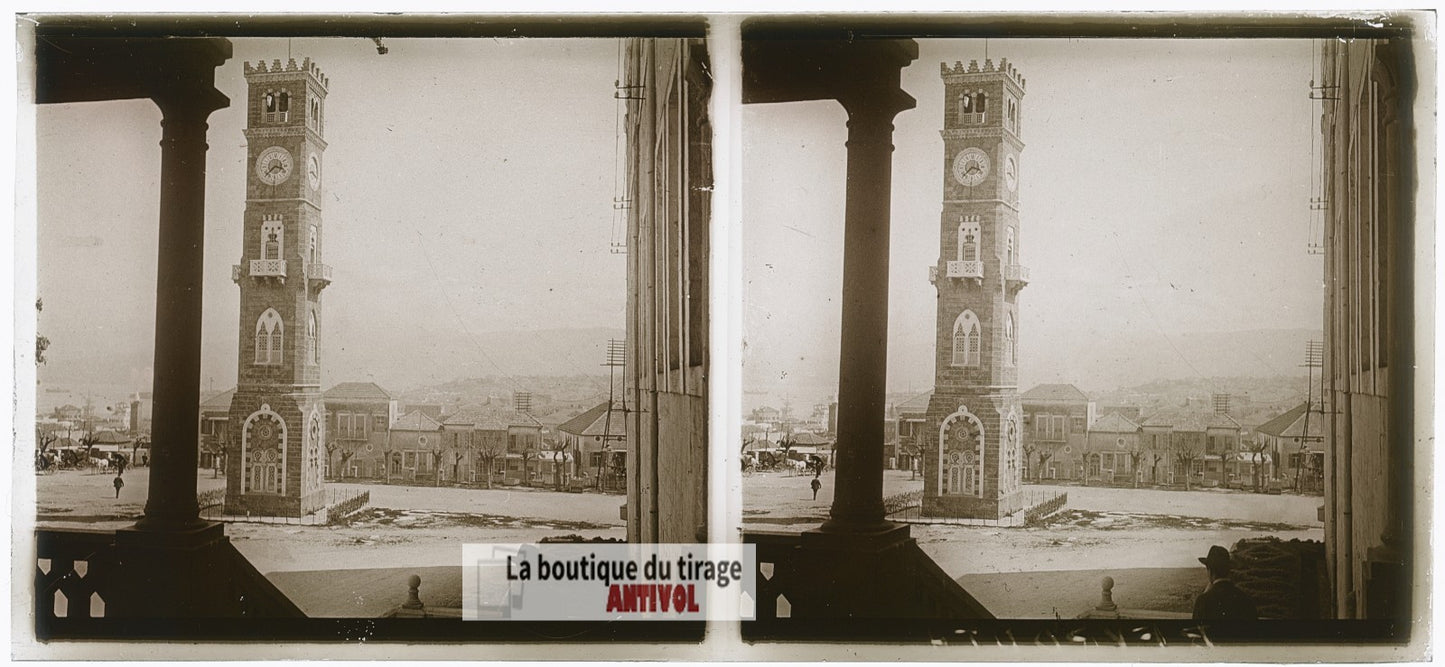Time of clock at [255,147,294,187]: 3:37
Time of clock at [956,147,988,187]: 3:37
